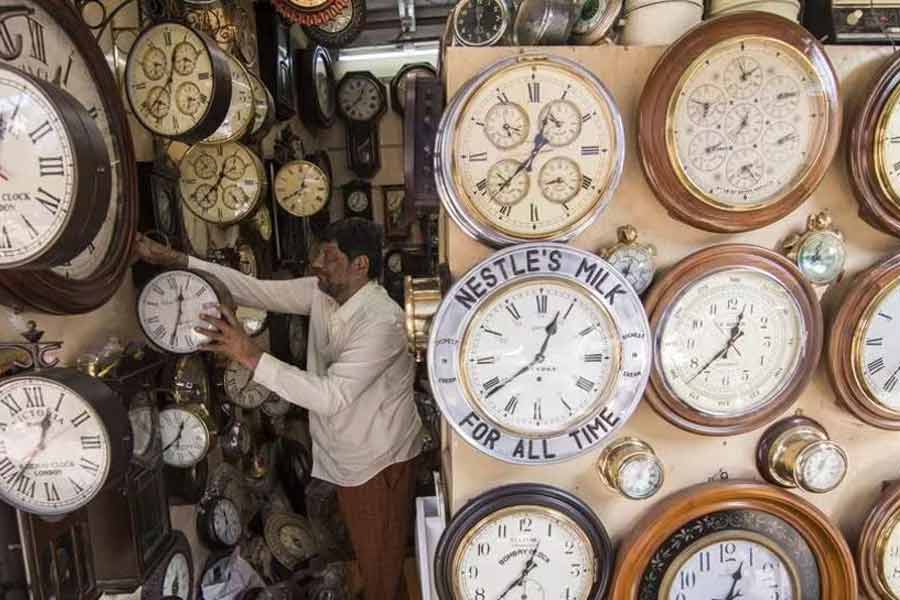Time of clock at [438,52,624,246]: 12:37
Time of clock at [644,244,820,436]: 12:37
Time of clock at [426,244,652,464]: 12:39
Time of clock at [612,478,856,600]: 12:37
